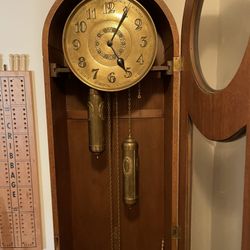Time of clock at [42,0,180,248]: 5:05
